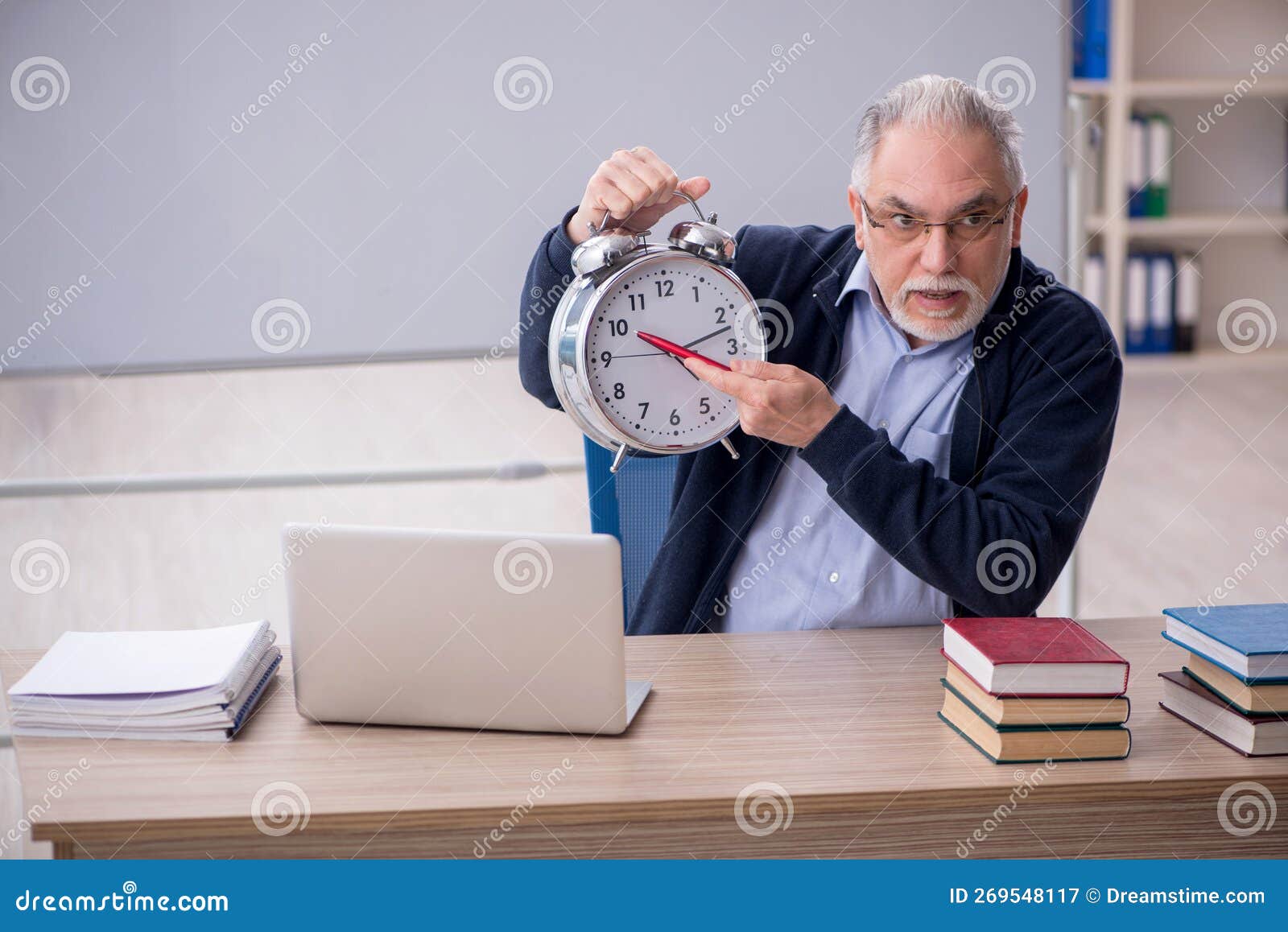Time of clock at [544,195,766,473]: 10:12
